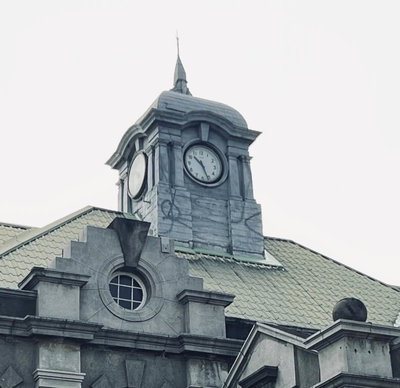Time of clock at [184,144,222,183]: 10:26
